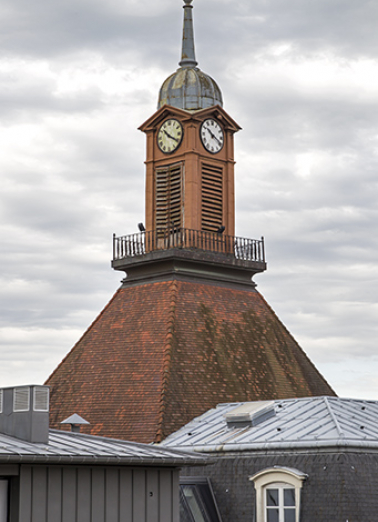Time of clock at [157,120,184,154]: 10:20
